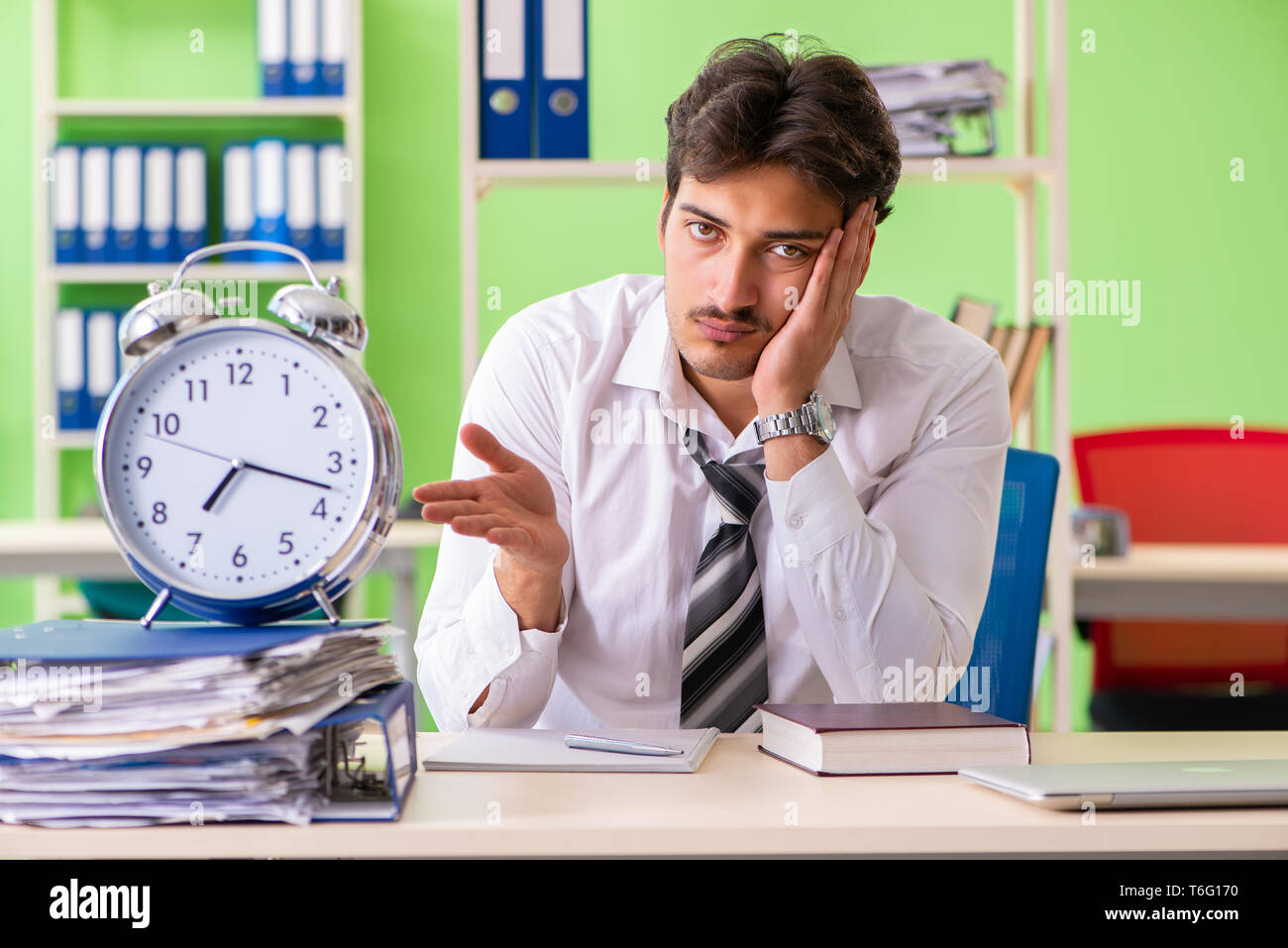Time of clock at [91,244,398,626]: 7:17
